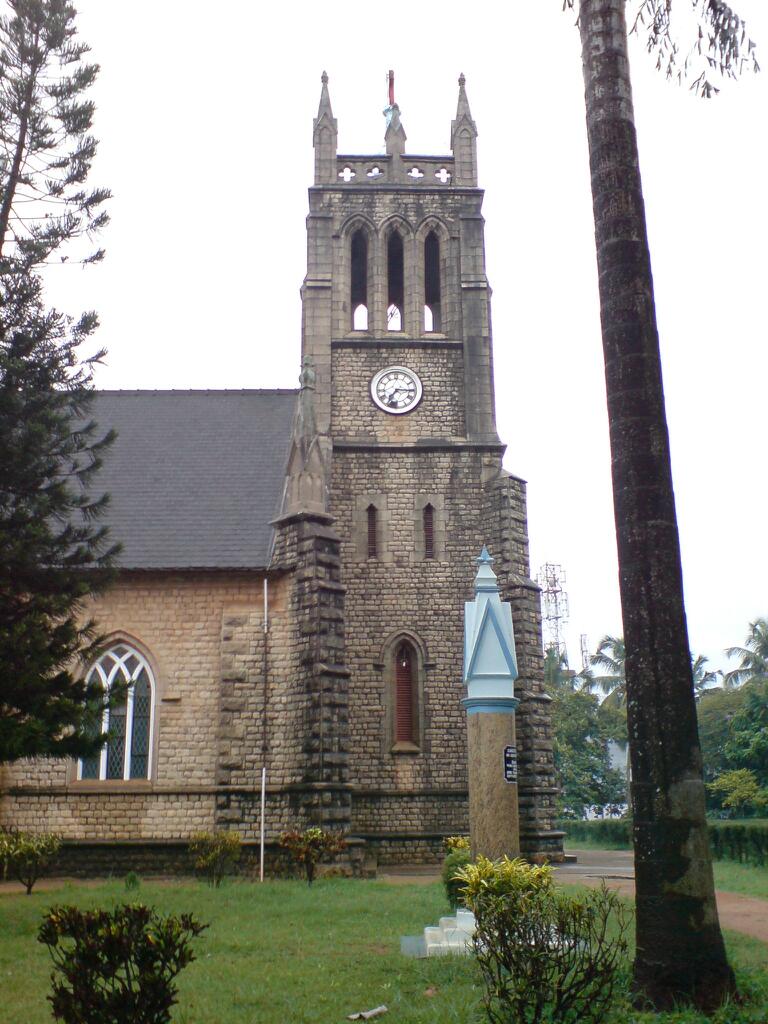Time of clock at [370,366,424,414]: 7:15
